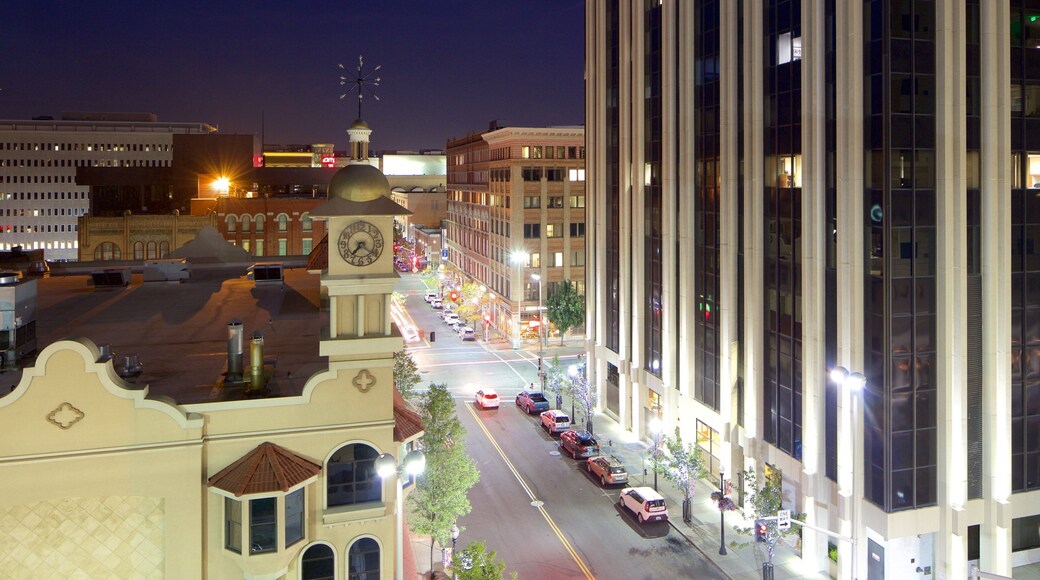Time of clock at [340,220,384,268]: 7:21
